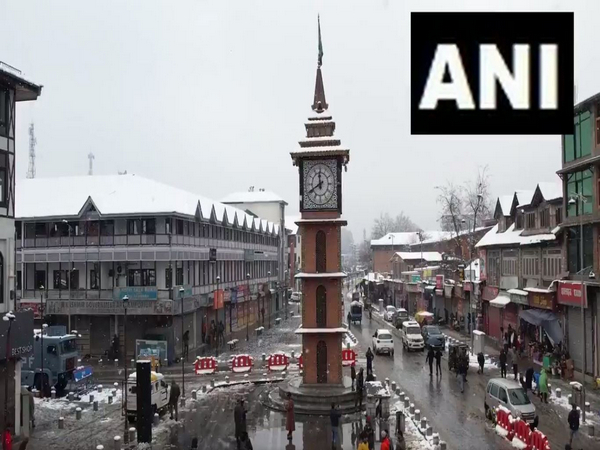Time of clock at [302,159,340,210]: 11:40
